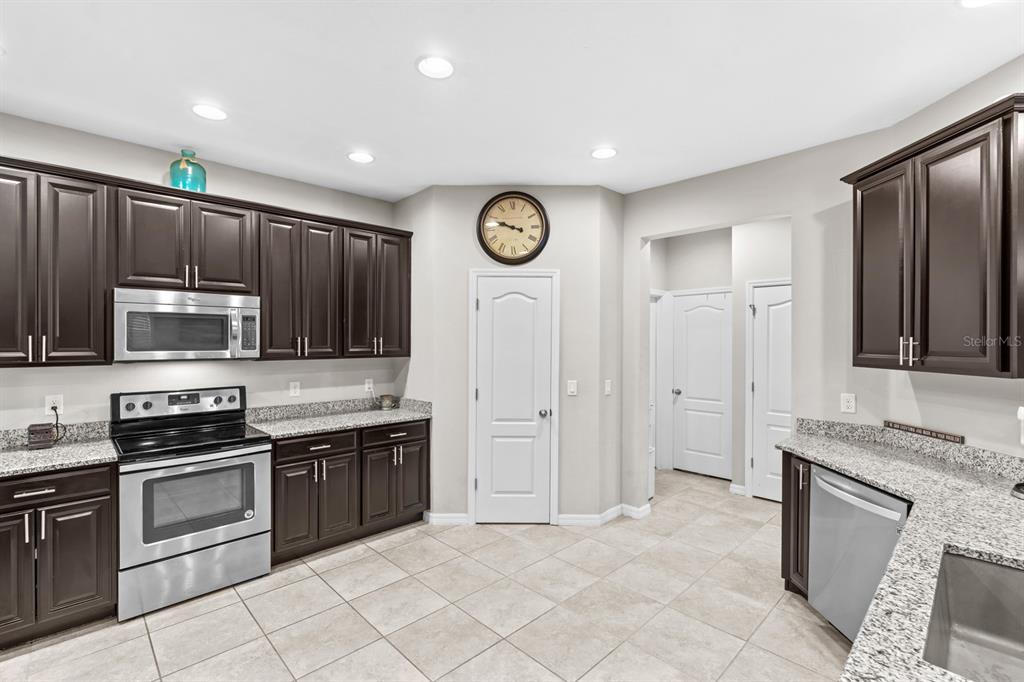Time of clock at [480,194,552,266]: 9:48
